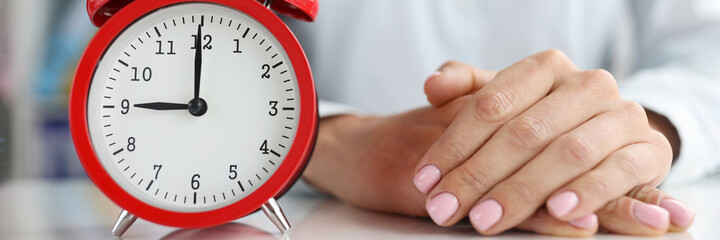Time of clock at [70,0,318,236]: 8:59
